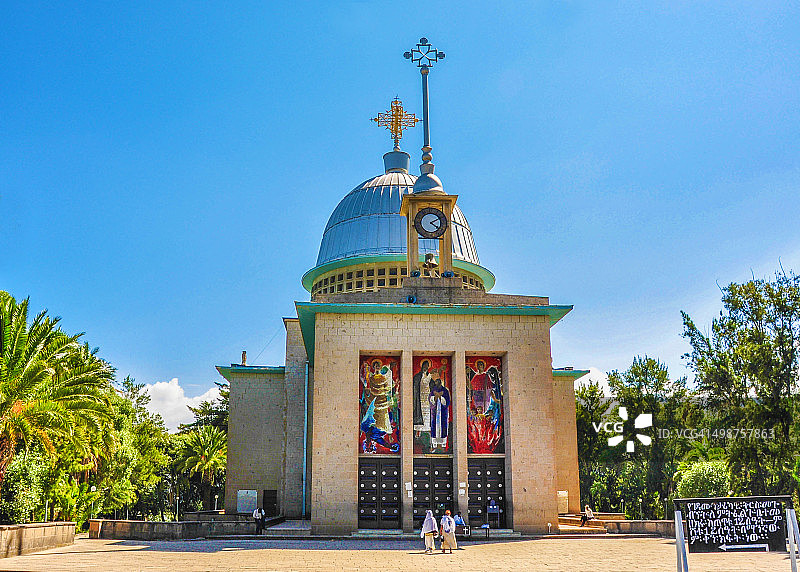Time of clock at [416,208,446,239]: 4:10
